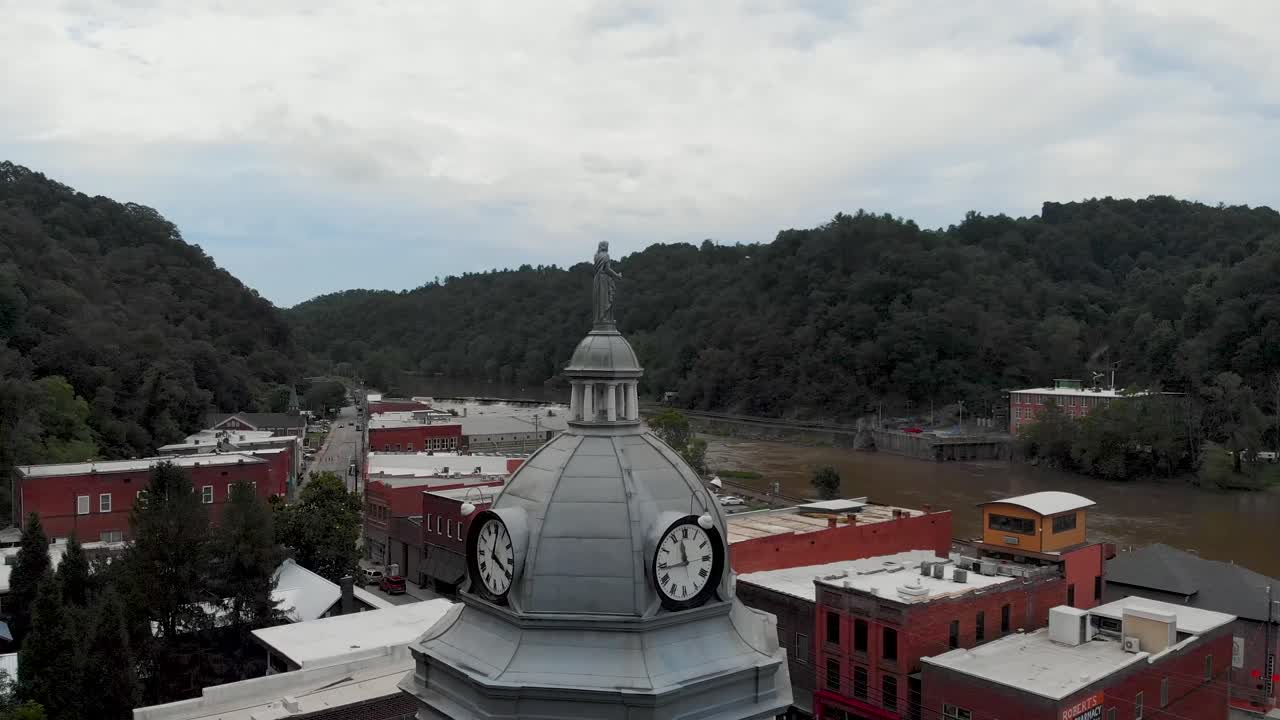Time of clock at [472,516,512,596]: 4:01
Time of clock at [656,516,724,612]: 11:43
